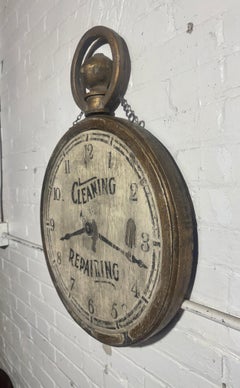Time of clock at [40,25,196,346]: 8:17
